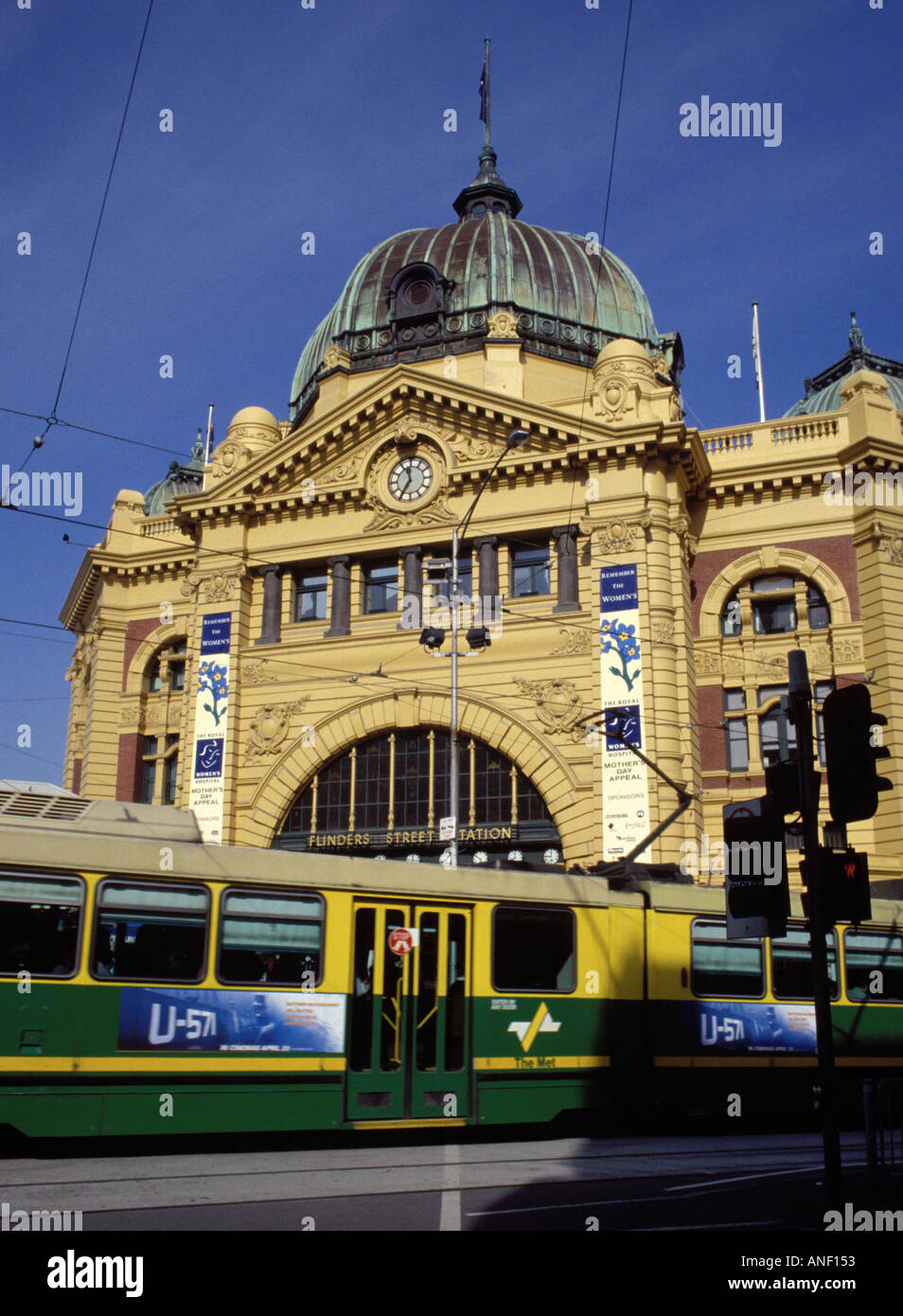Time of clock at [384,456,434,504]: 11:35
